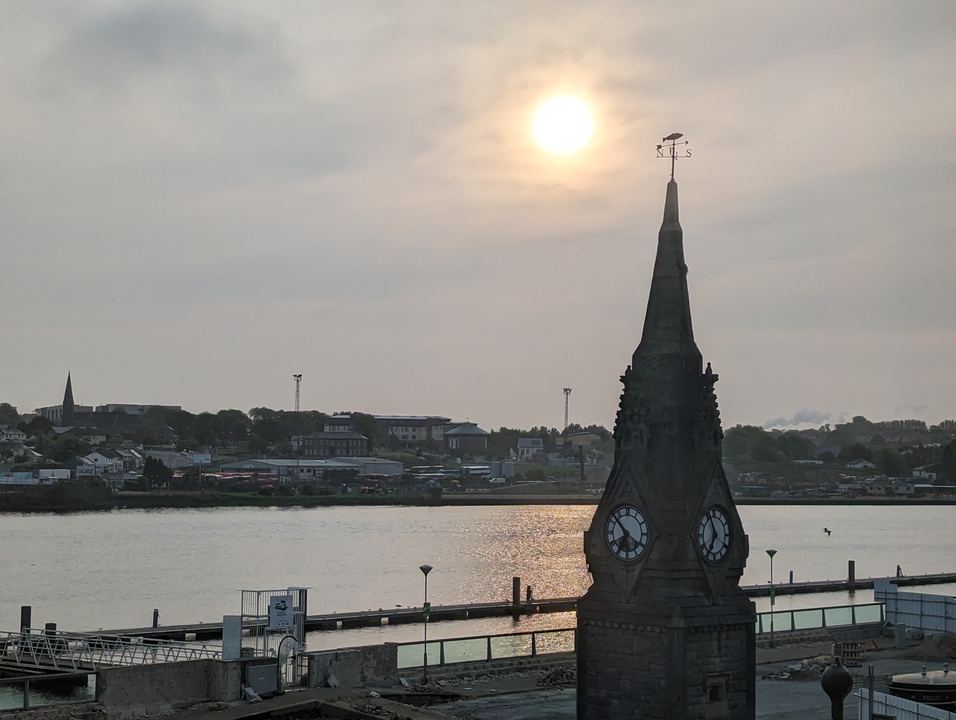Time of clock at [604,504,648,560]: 6:52
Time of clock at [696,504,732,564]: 6:56
